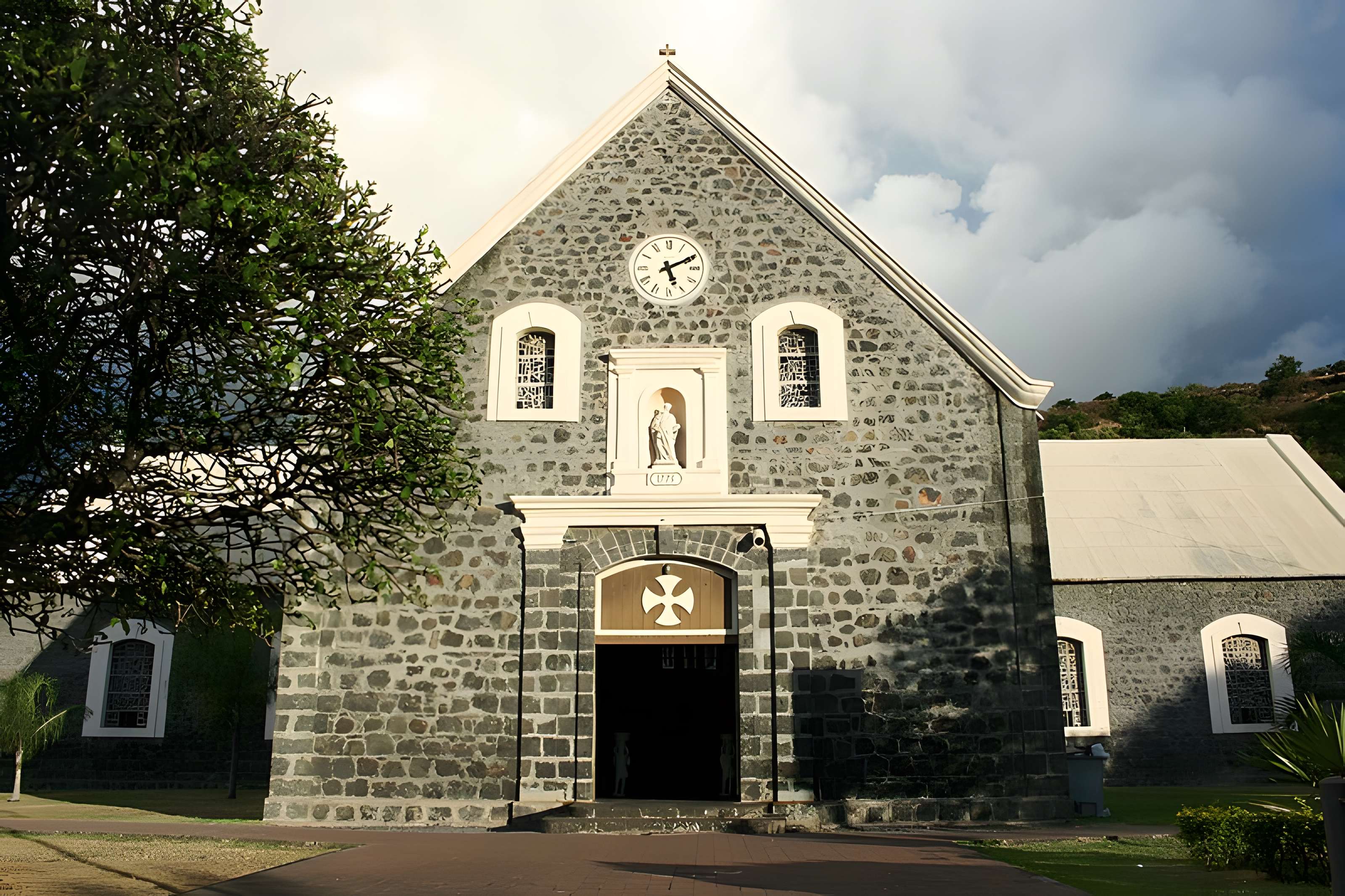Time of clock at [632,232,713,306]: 5:10
